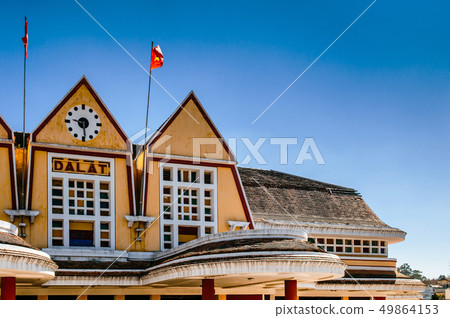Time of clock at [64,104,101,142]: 9:29
